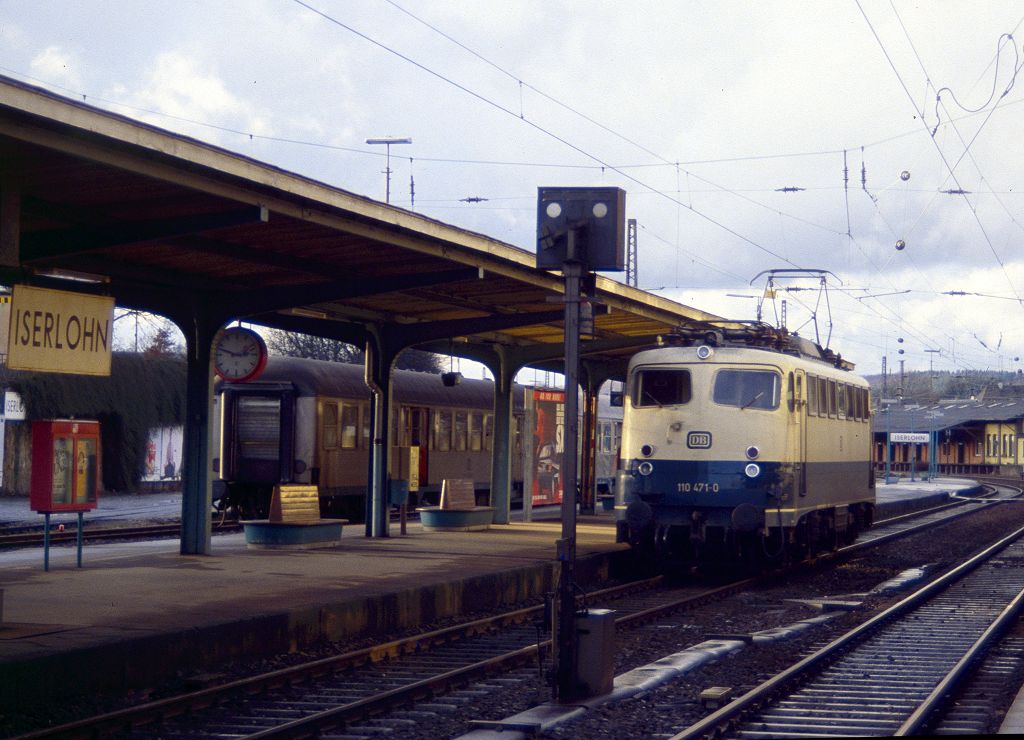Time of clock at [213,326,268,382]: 2:48
